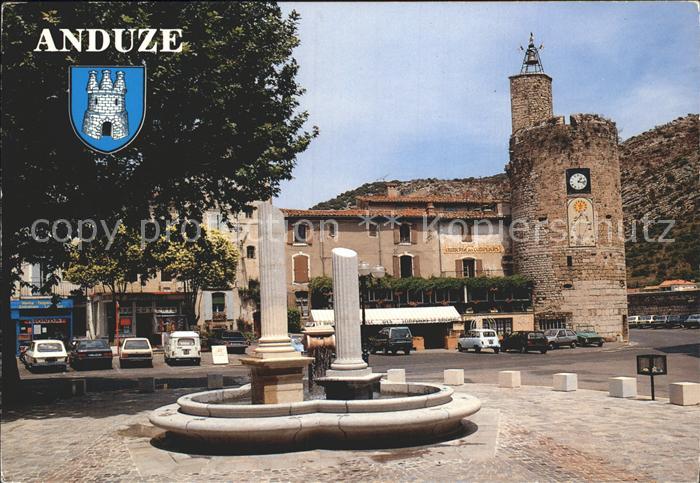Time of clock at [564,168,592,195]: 1:16
